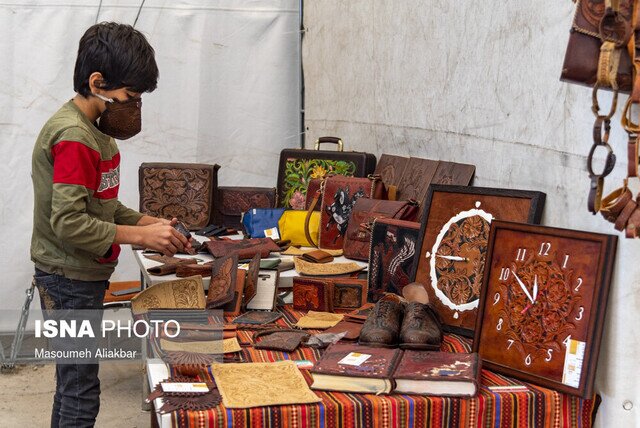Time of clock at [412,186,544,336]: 11:51
